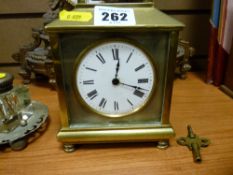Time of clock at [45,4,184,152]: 12:18
